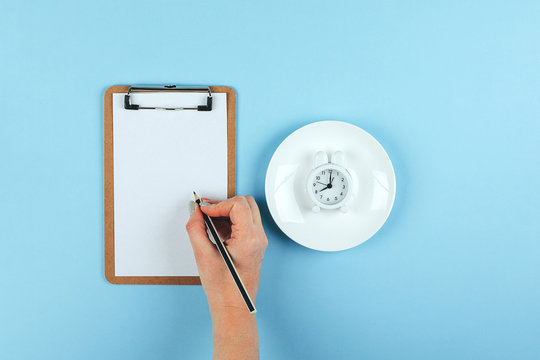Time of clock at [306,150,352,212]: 8:00
